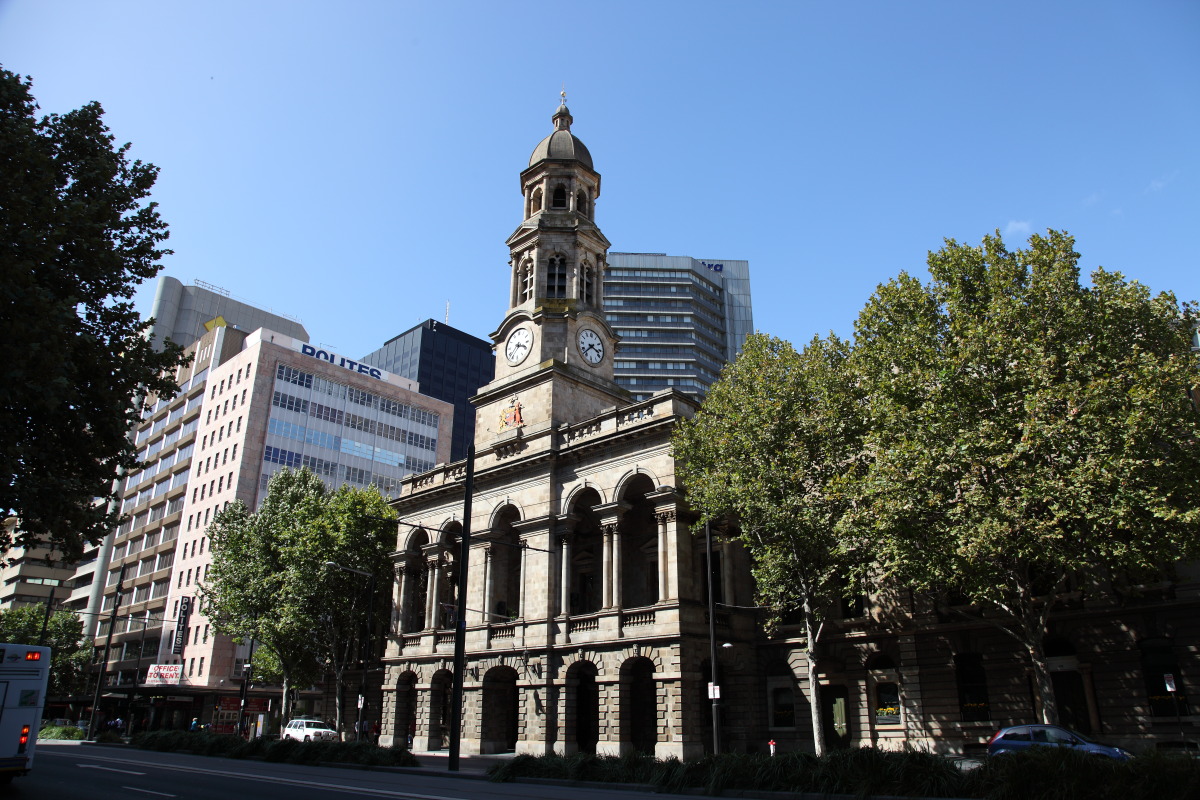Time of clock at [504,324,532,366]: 3:37
